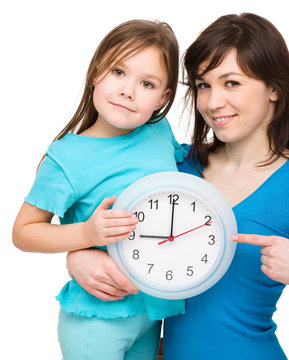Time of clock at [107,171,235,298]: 9:00
